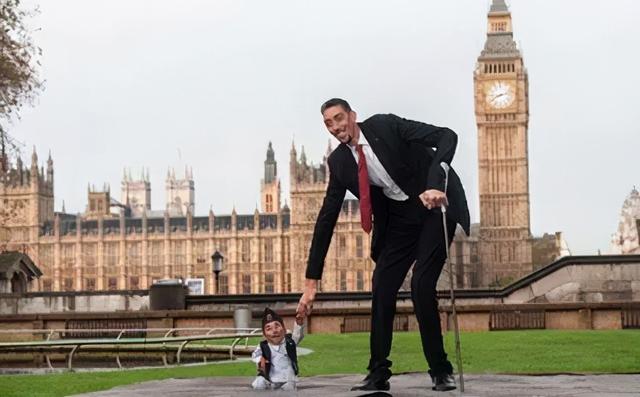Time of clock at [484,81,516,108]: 8:12
